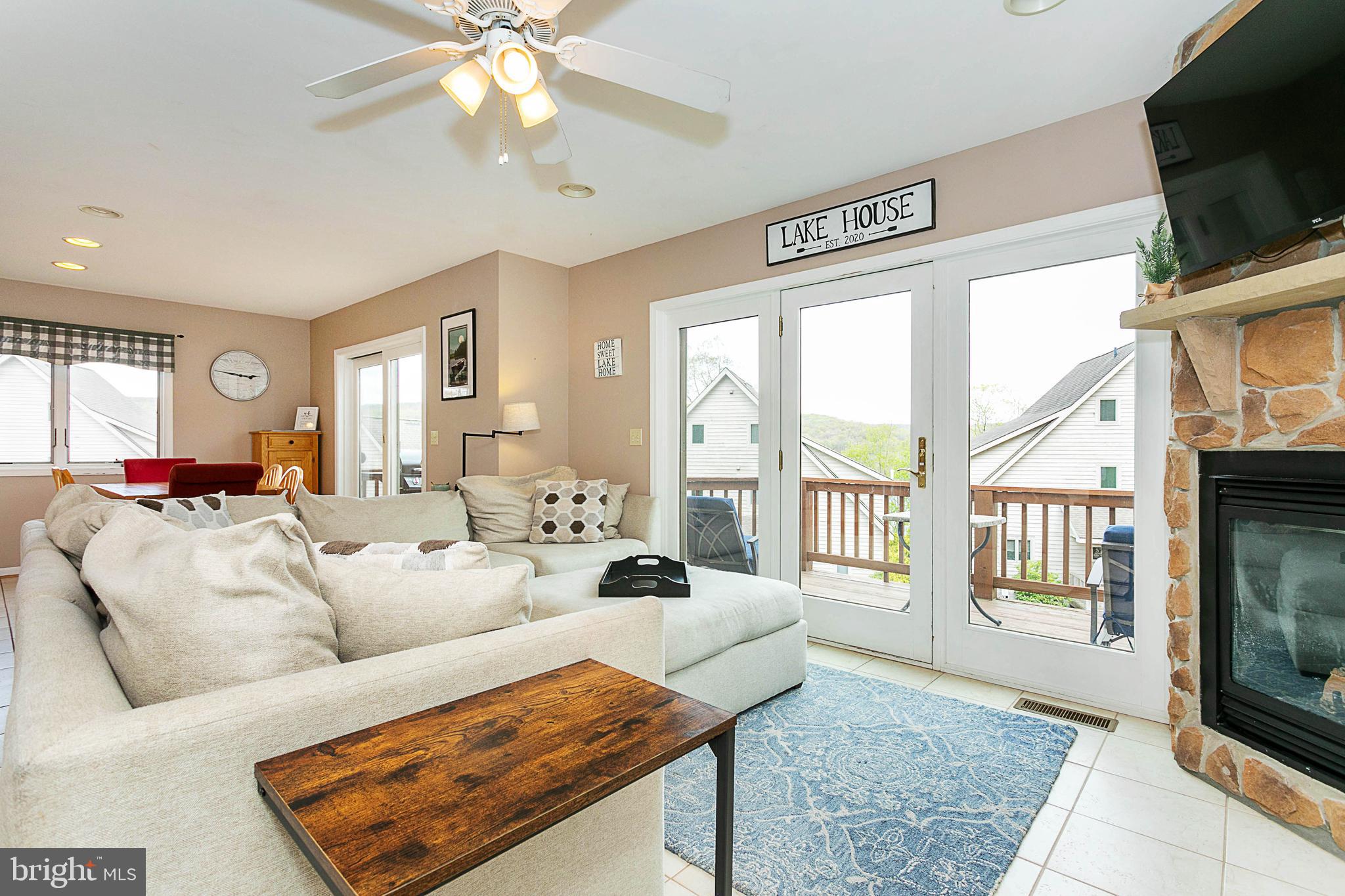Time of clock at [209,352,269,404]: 2:46
